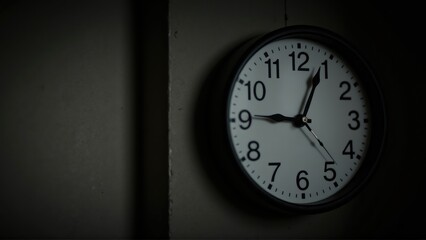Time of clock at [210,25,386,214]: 9:04
